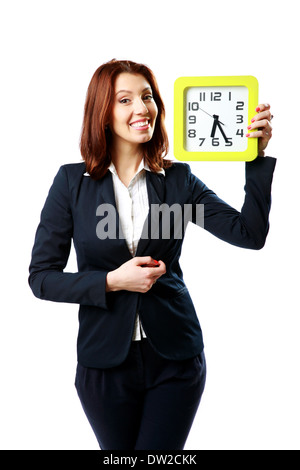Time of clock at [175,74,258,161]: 6:25
